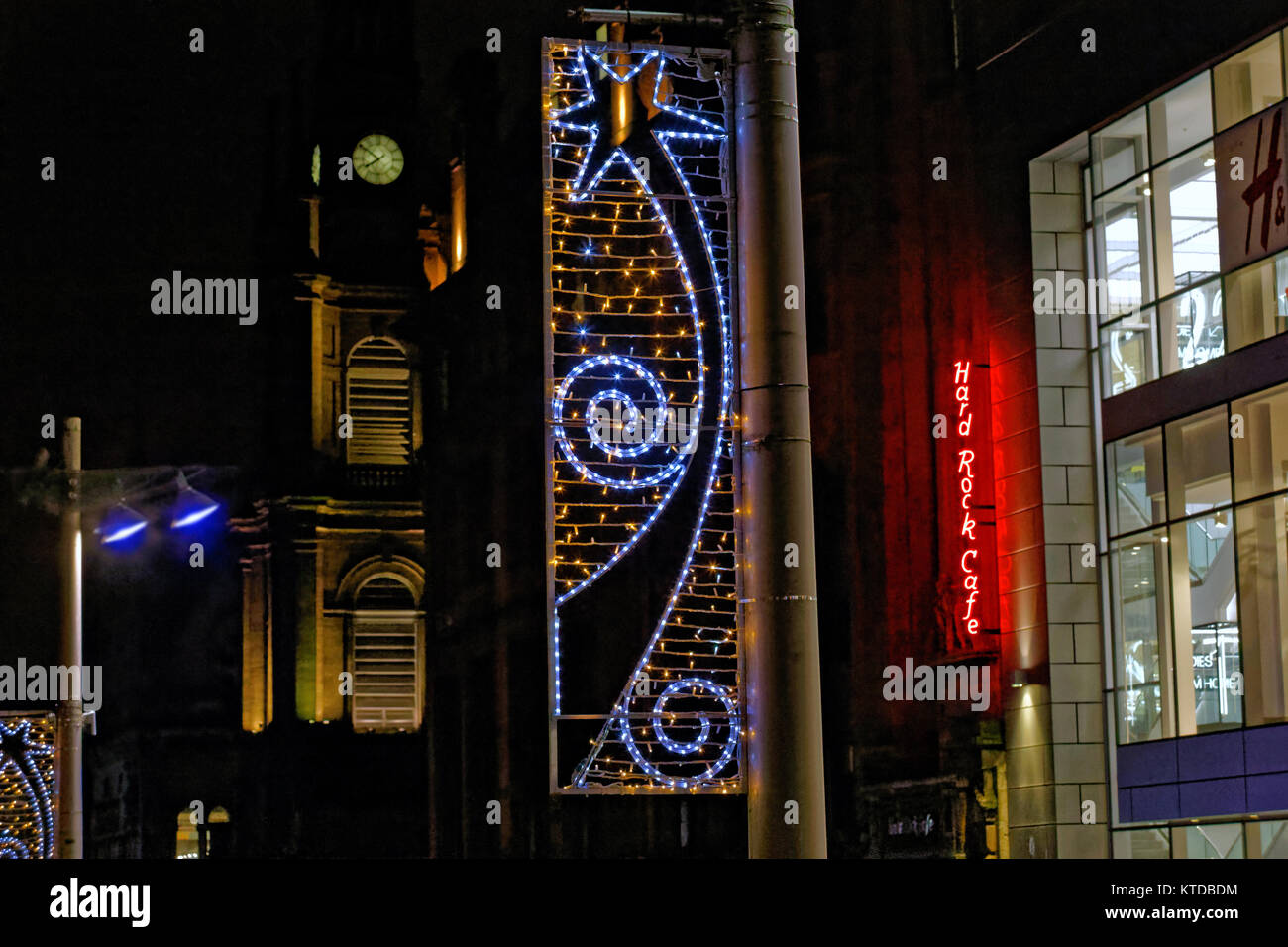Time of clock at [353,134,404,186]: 7:50
